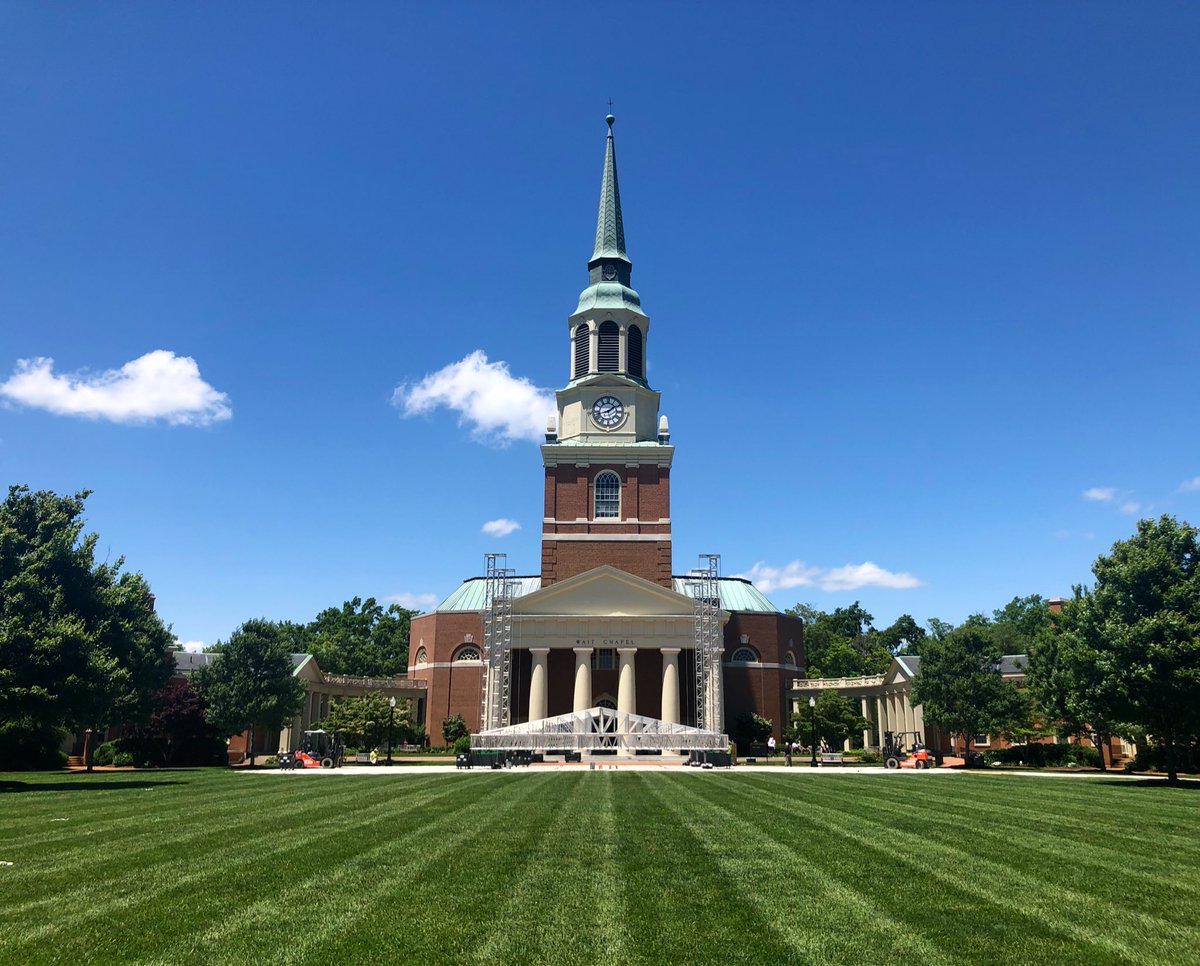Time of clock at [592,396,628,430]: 1:42
